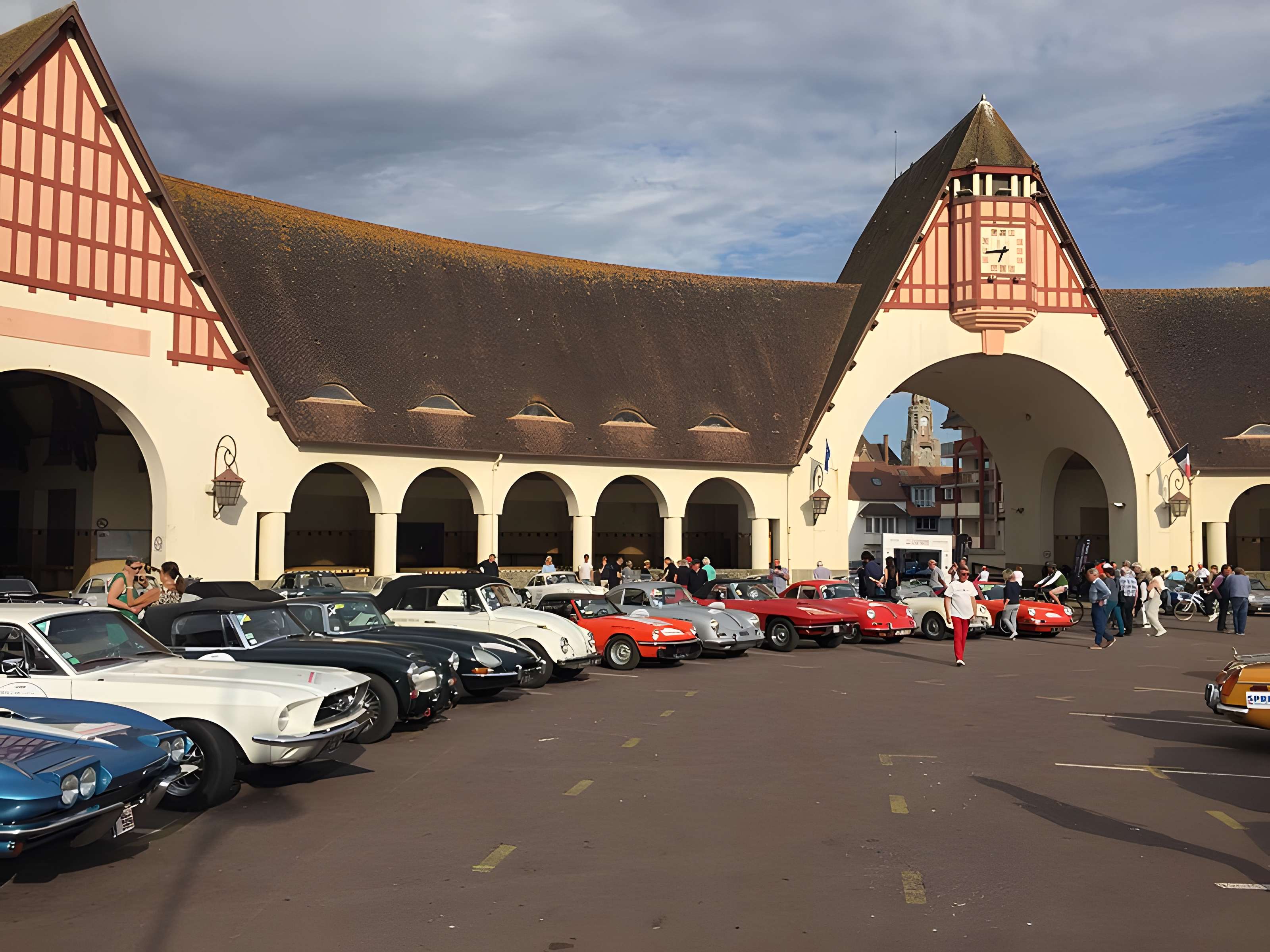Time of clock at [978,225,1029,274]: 6:43
